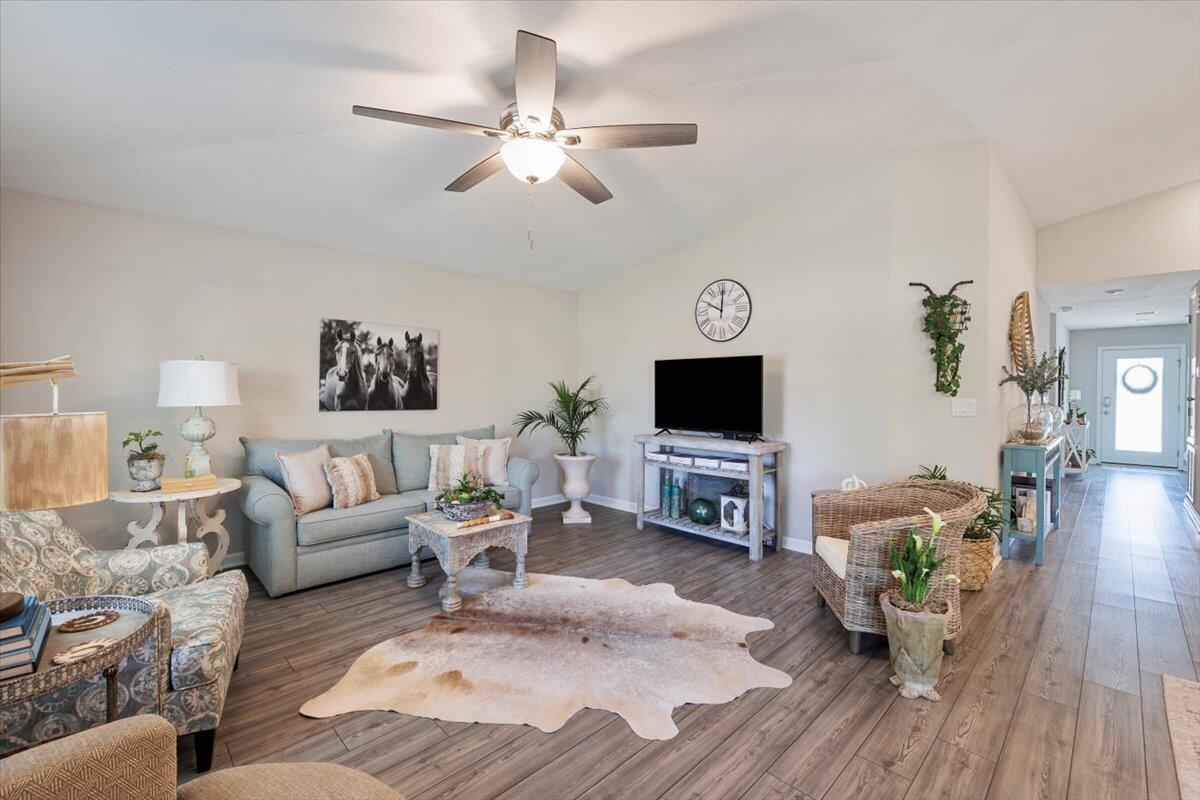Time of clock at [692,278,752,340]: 10:00
